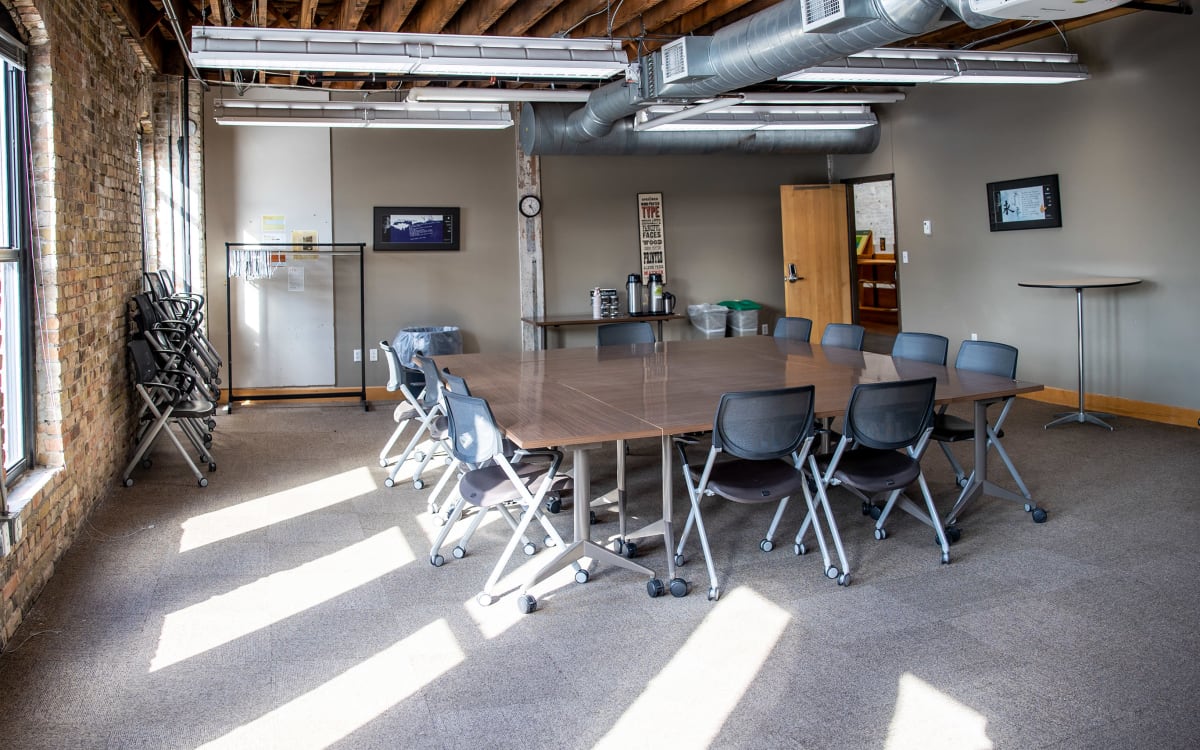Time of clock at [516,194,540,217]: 12:23
